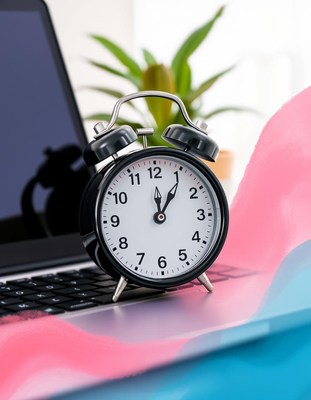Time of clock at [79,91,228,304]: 12:05
